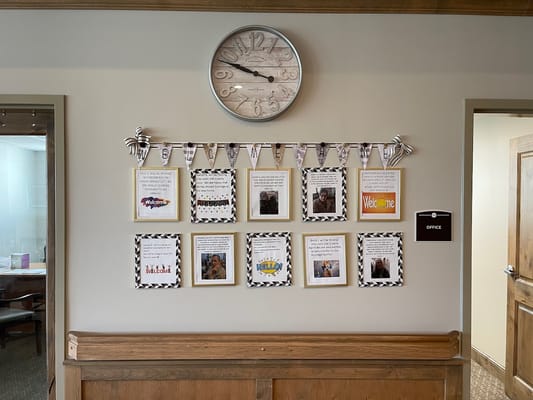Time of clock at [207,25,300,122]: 9:48
